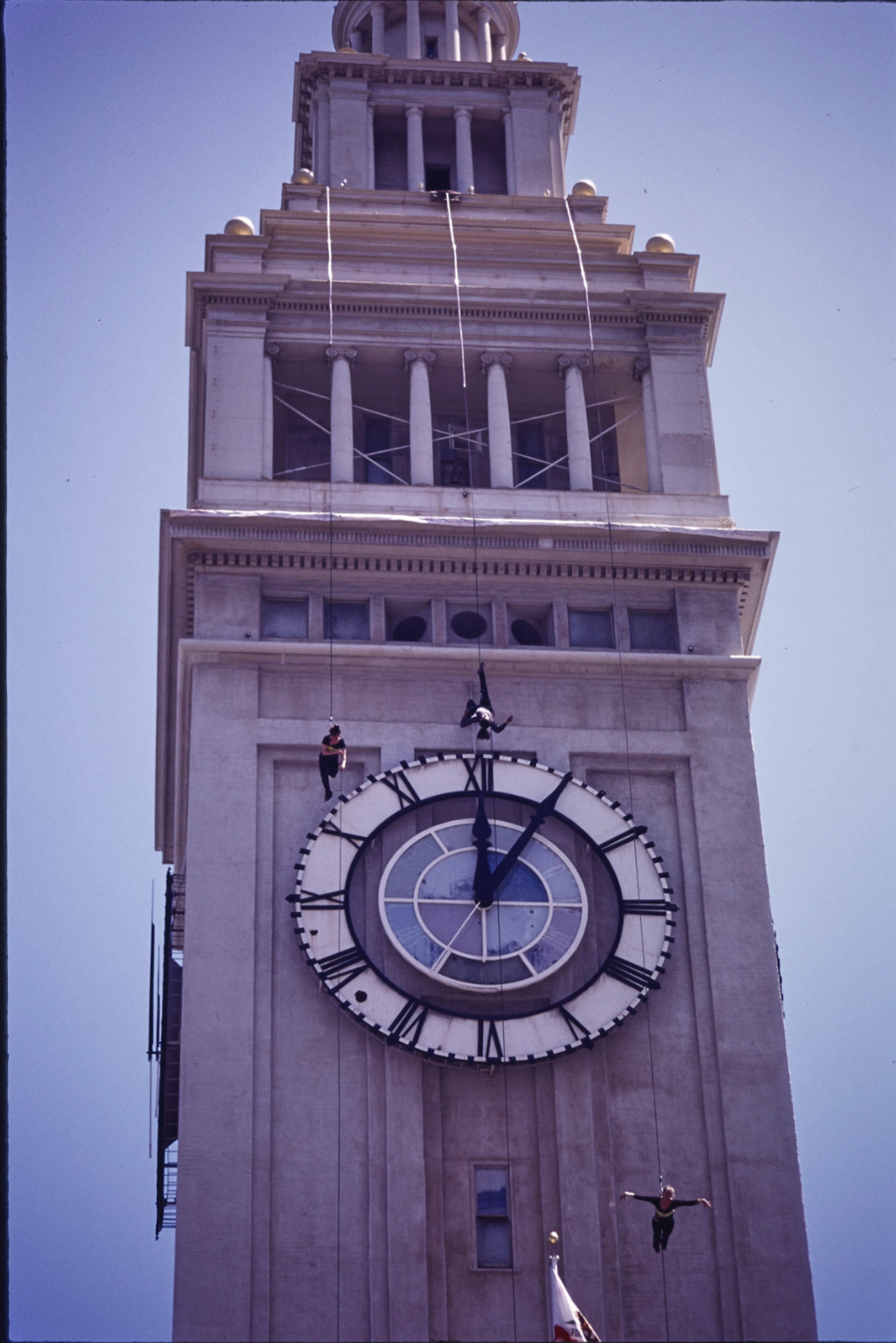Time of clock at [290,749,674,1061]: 12:05
